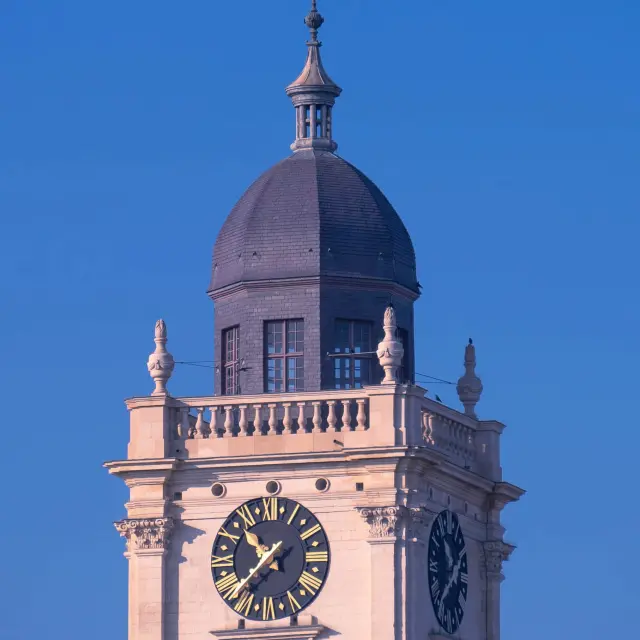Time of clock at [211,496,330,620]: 10:37
